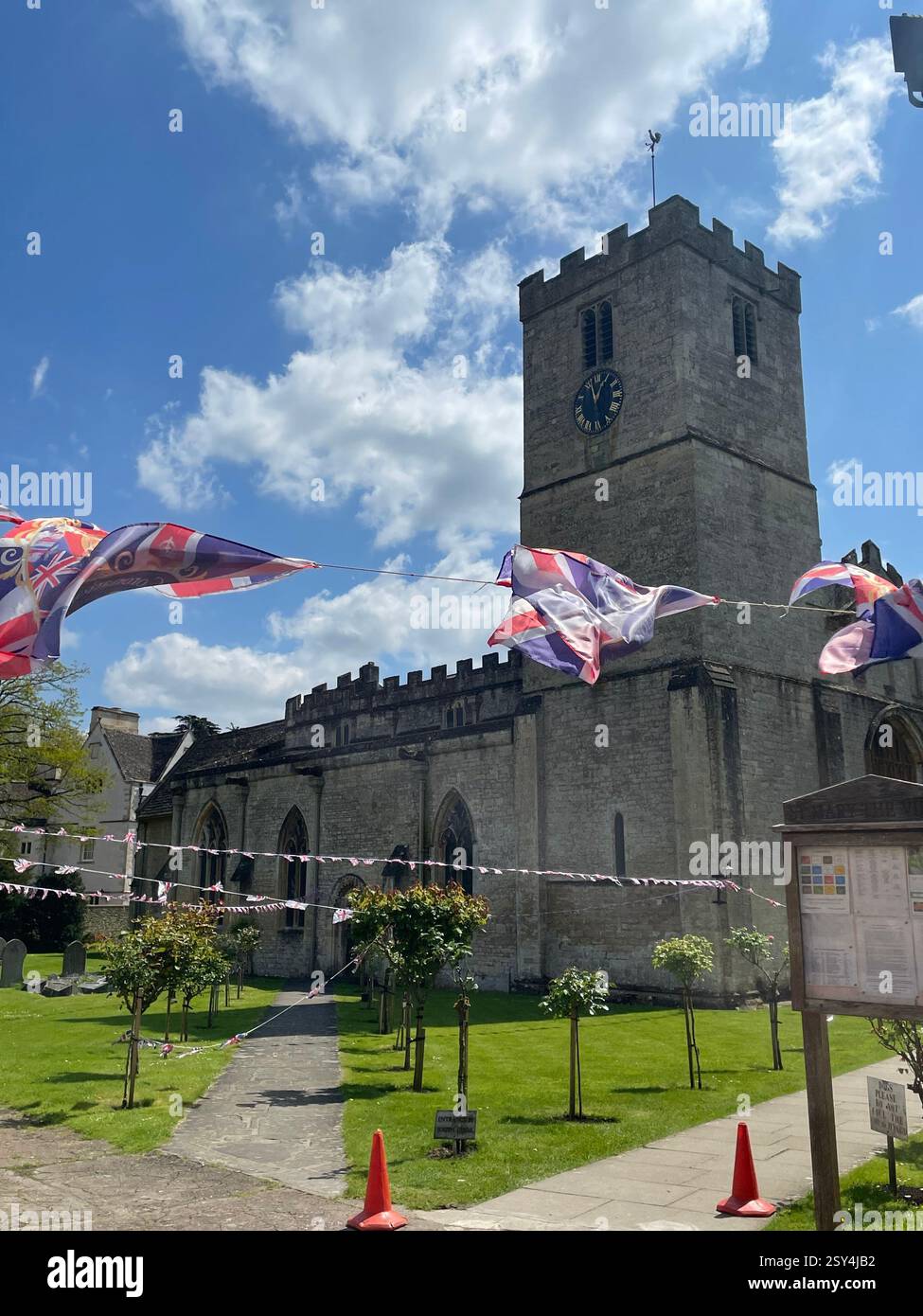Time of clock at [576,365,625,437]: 12:57
